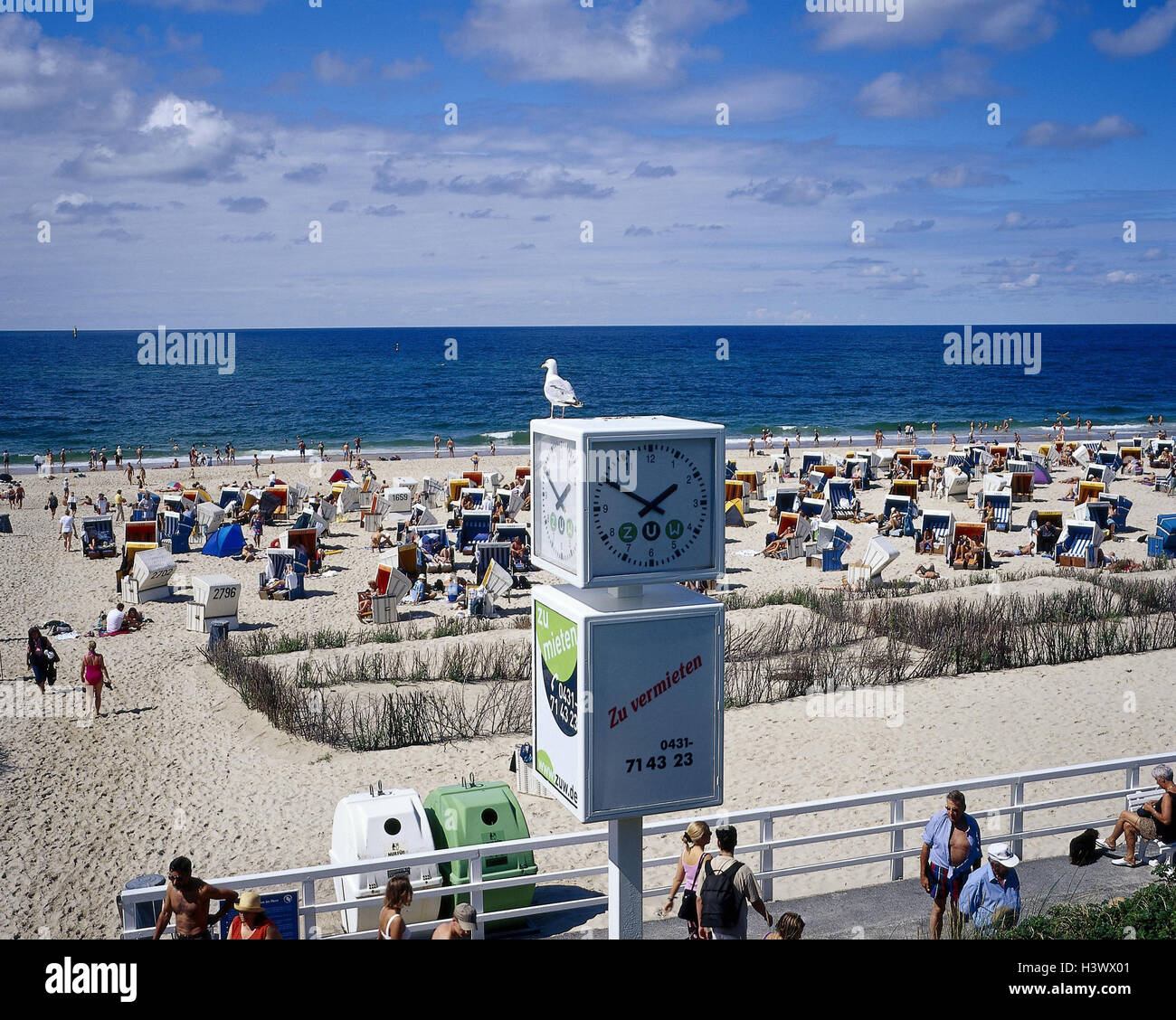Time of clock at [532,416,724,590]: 1:50
